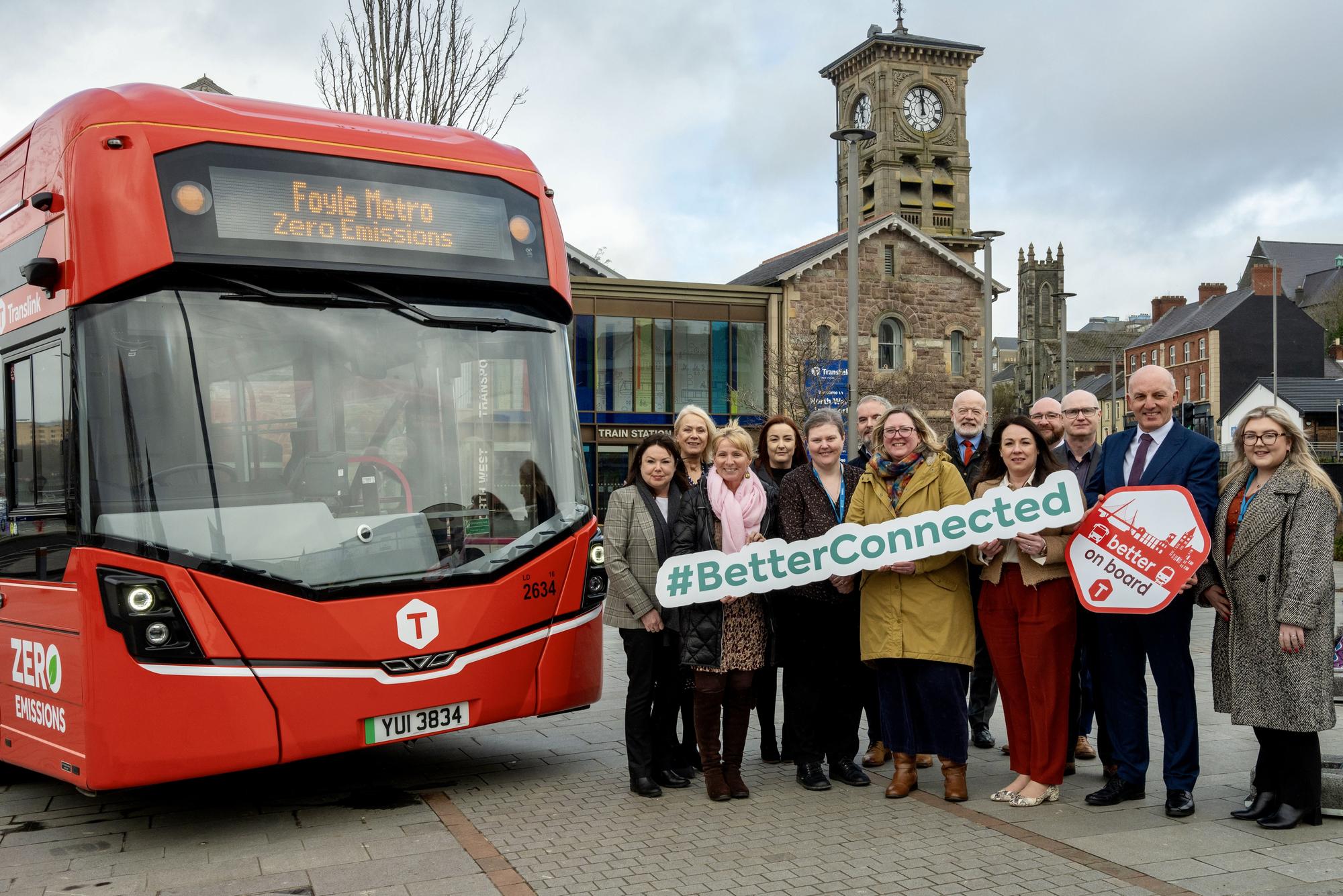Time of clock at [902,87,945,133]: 11:58
